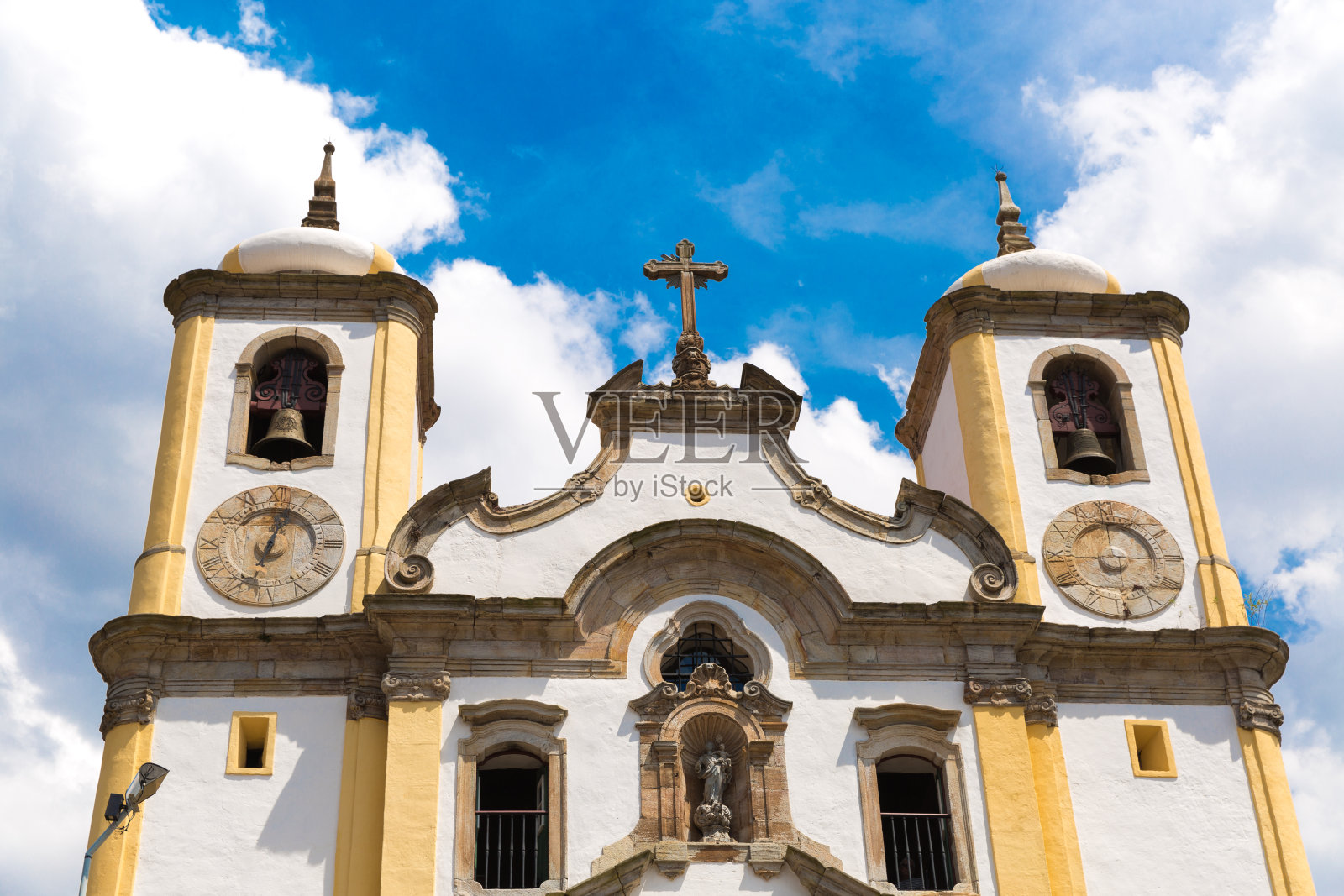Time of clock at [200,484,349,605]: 12:32
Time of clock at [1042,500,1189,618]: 8:59
